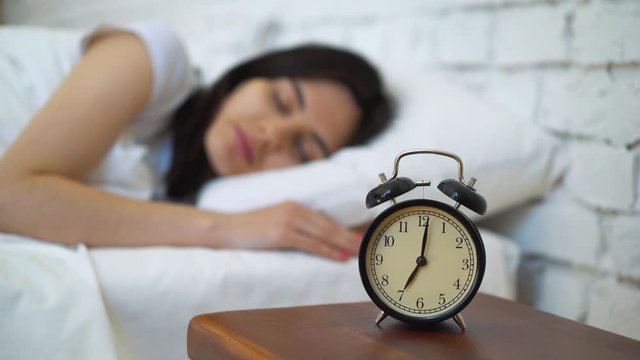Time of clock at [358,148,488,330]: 7:01
